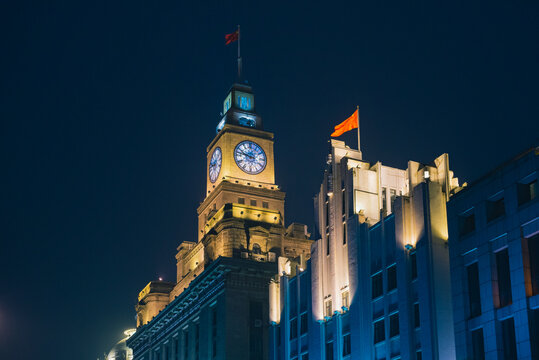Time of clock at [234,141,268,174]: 9:47
